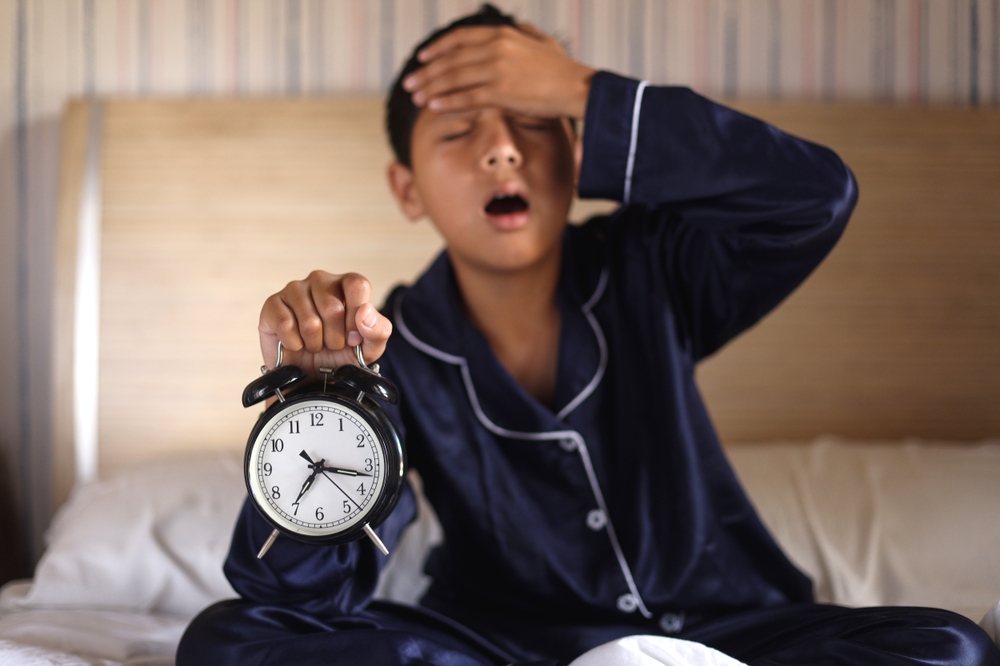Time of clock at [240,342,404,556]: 7:17
